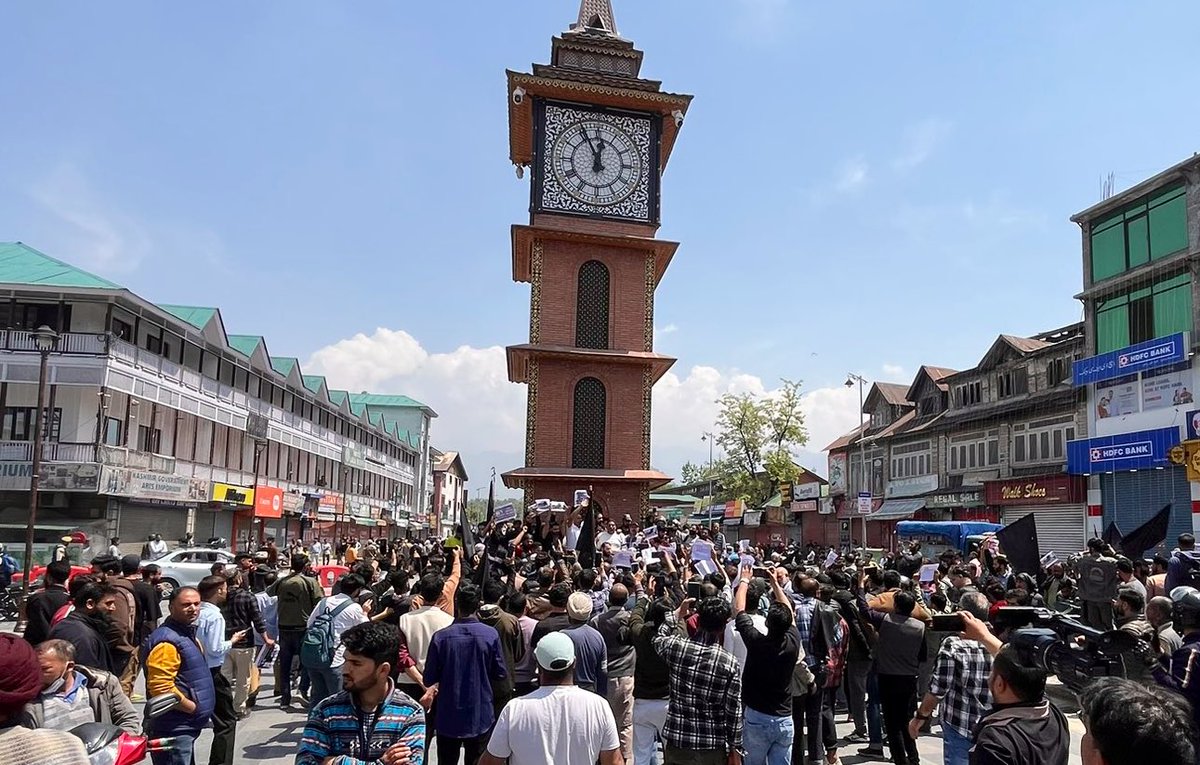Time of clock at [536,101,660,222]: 11:55
